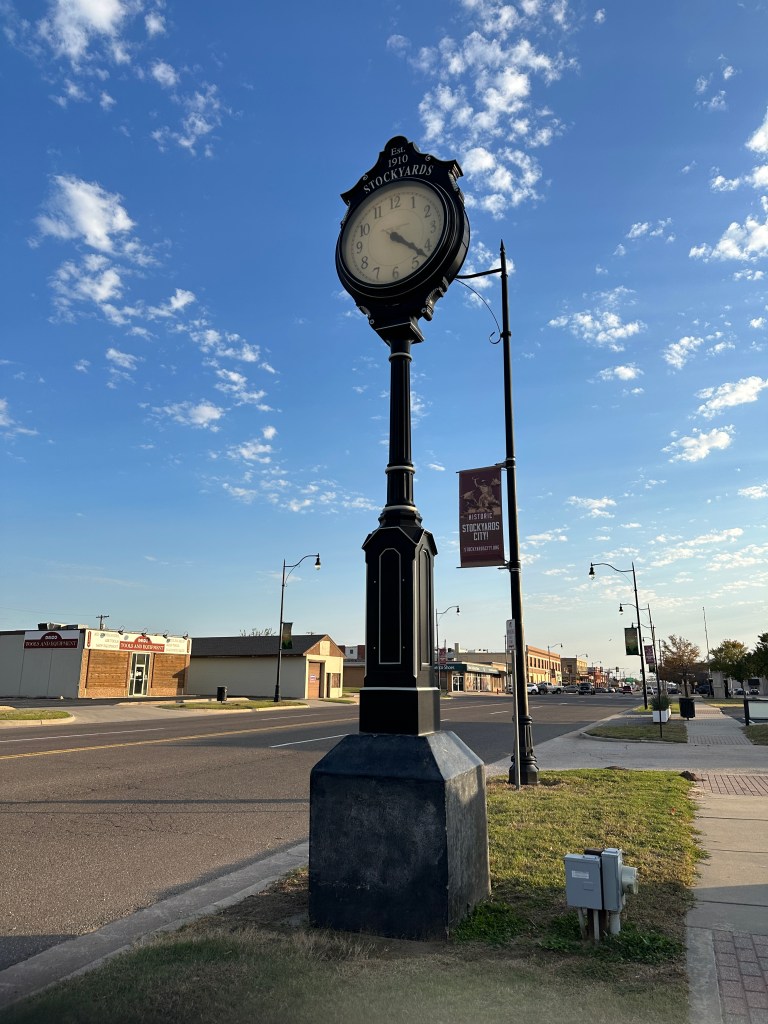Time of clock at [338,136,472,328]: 4:22
